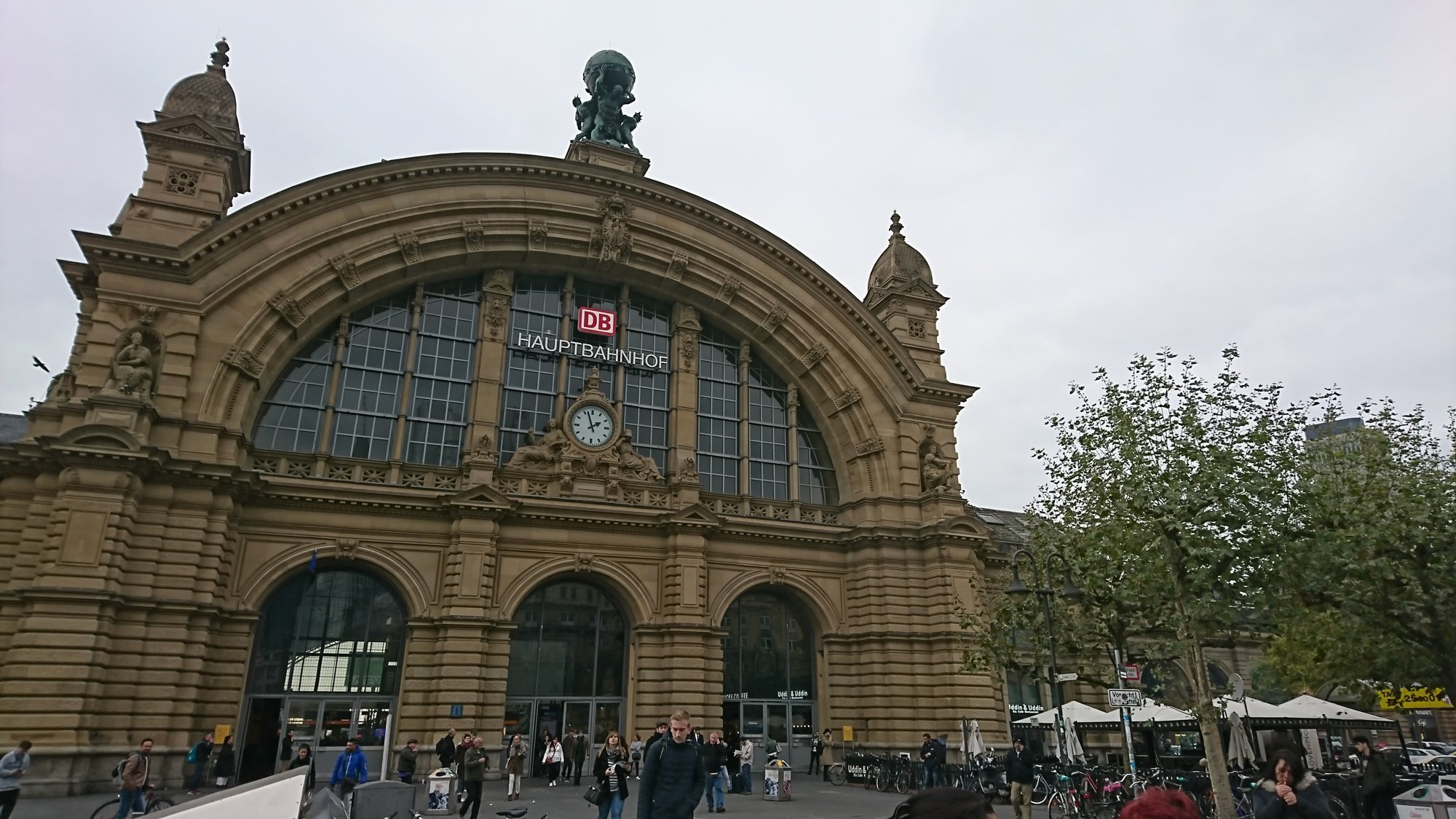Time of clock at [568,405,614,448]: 1:56
